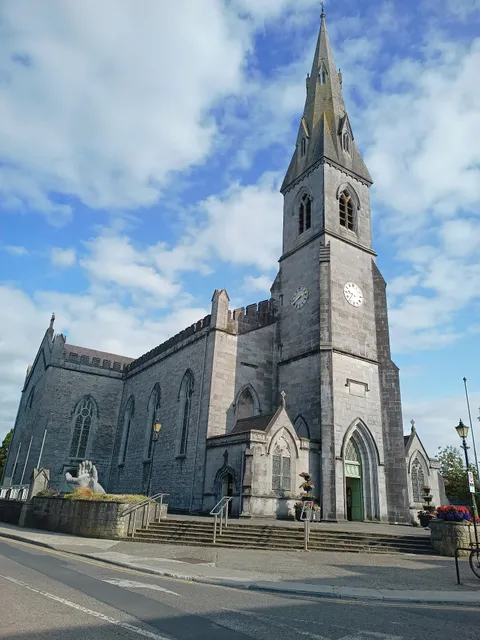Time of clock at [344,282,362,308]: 9:36
